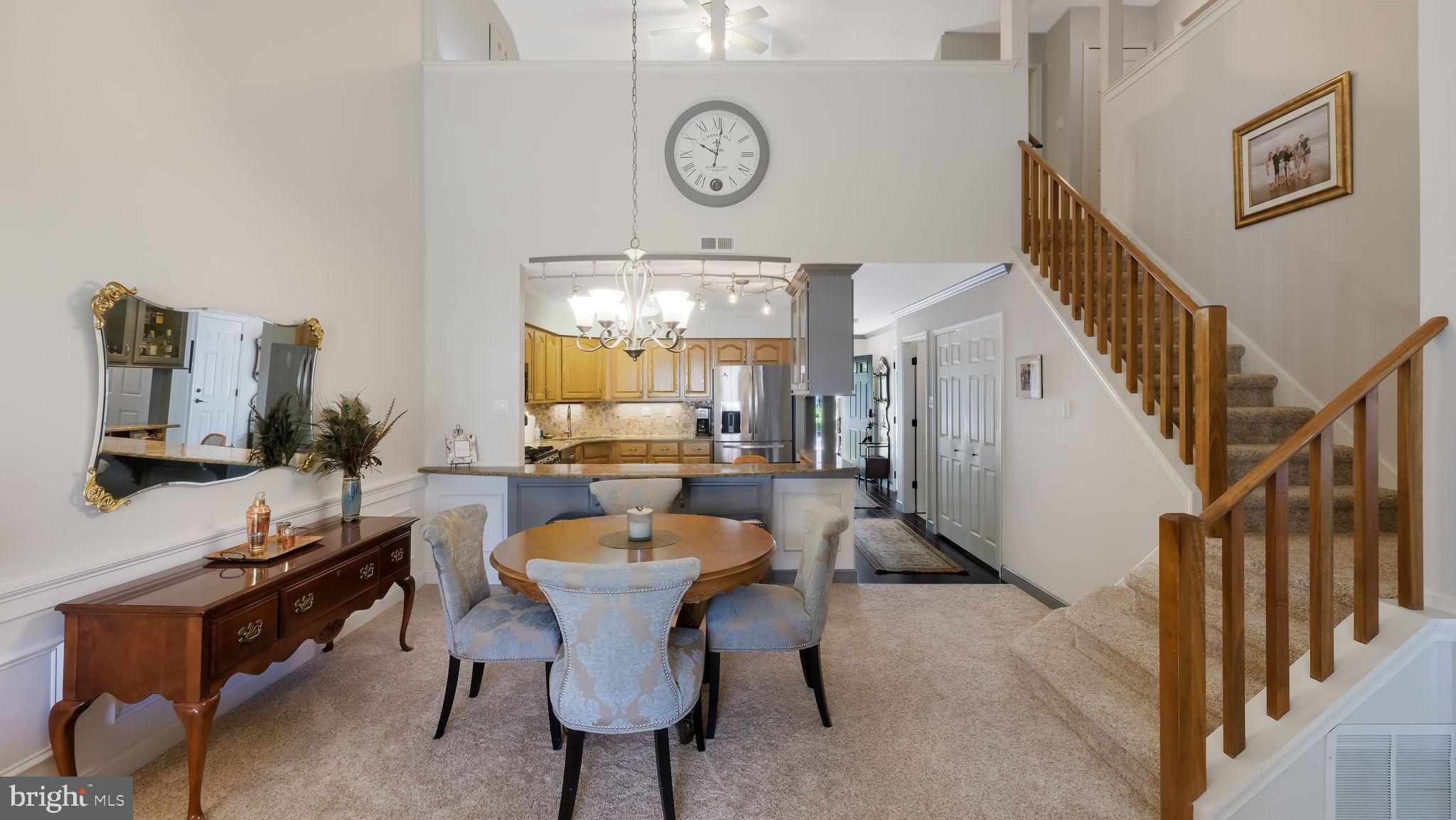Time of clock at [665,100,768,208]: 10:01
